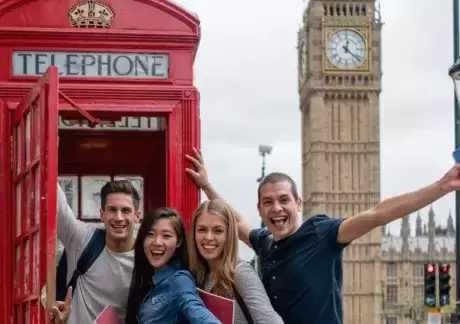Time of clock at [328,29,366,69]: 12:21
